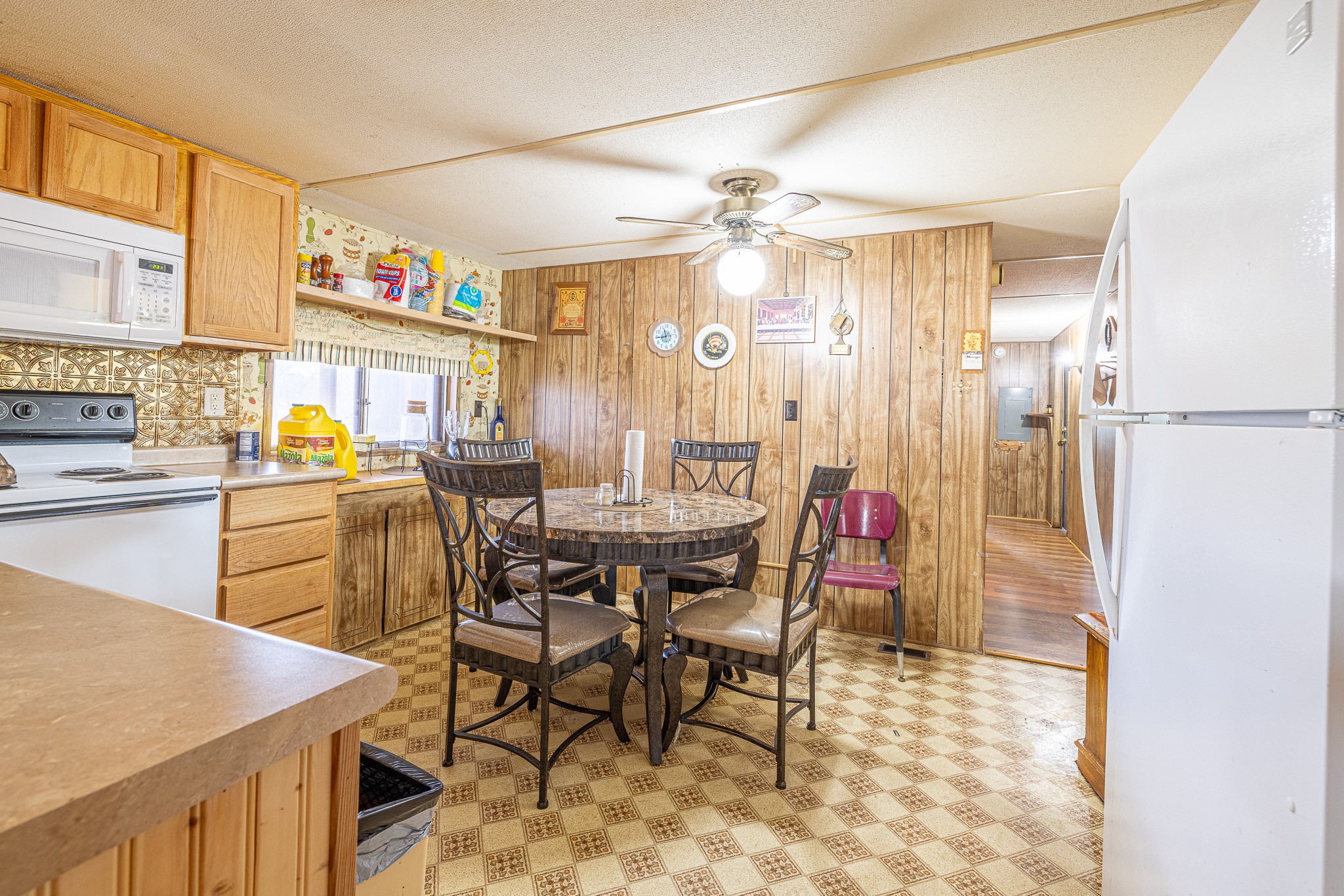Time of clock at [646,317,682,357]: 11:44
